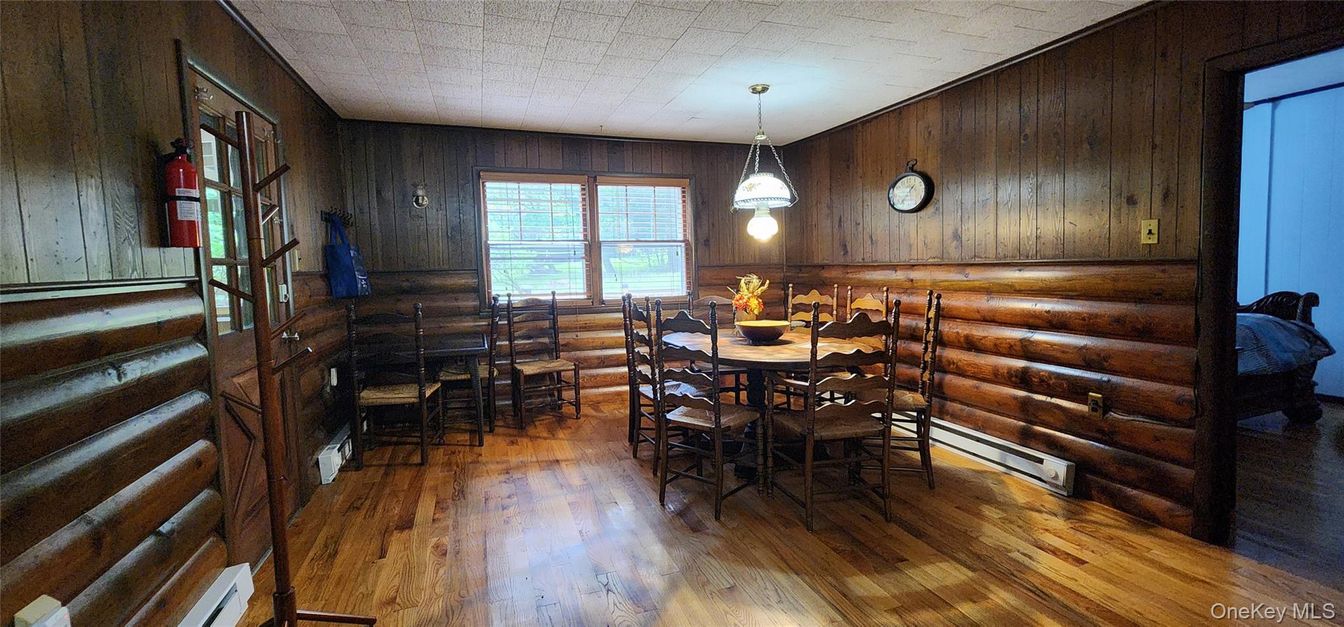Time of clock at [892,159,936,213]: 1:36
